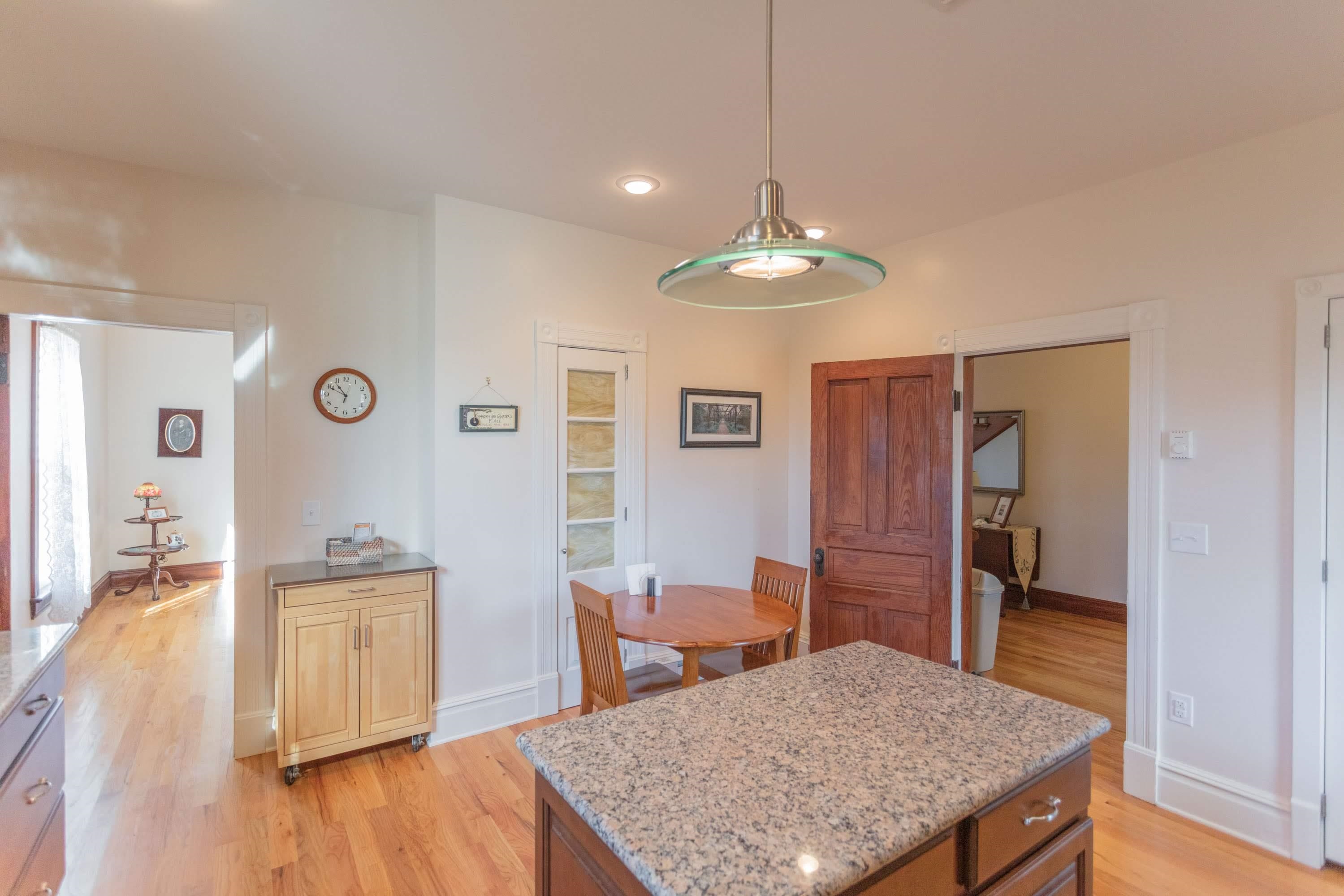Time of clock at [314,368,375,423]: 10:49
